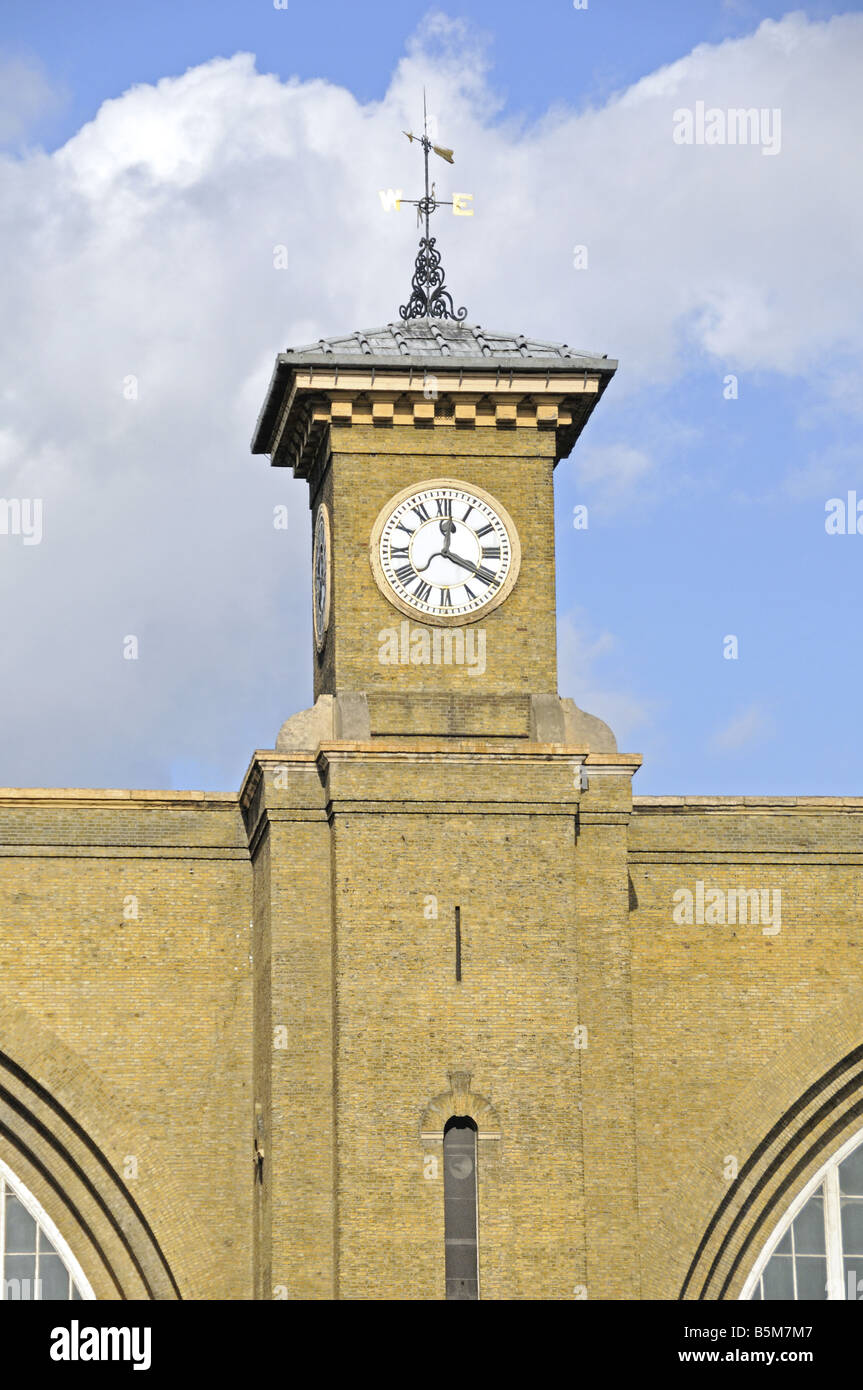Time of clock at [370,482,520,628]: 12:19
